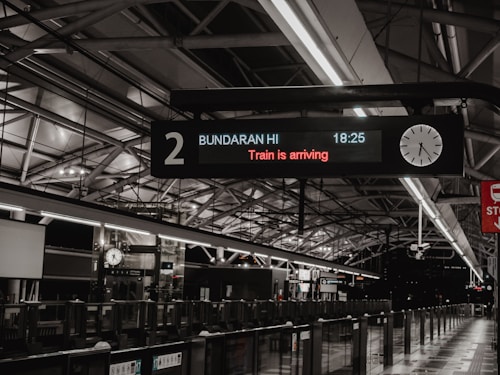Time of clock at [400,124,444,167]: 6:23
